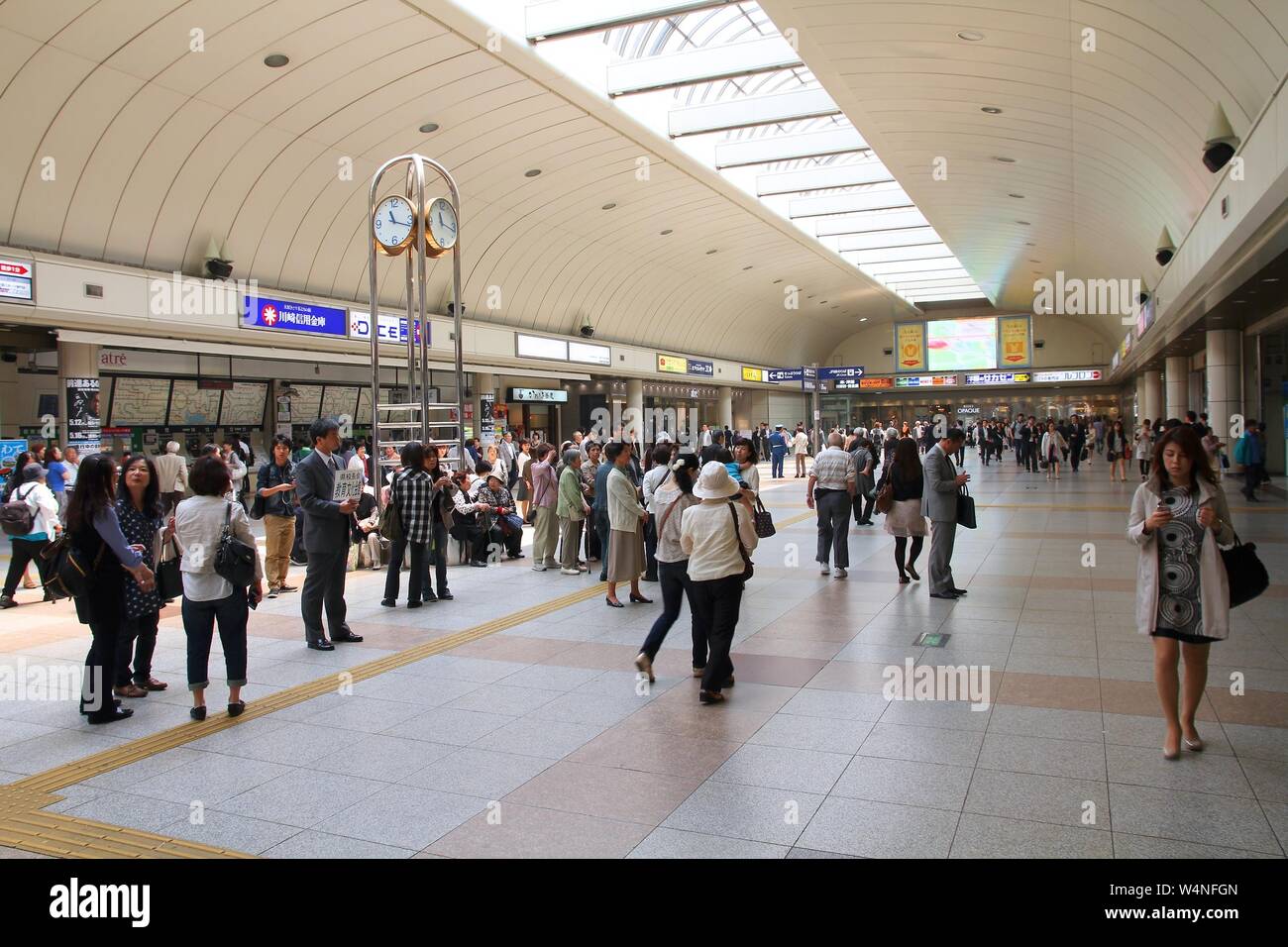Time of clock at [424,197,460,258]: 11:17
